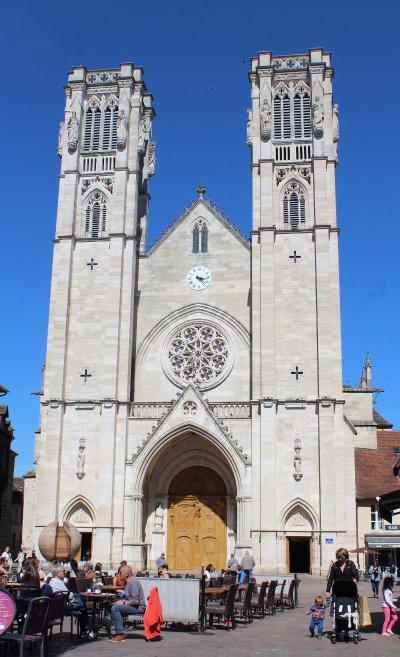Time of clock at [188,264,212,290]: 3:22
